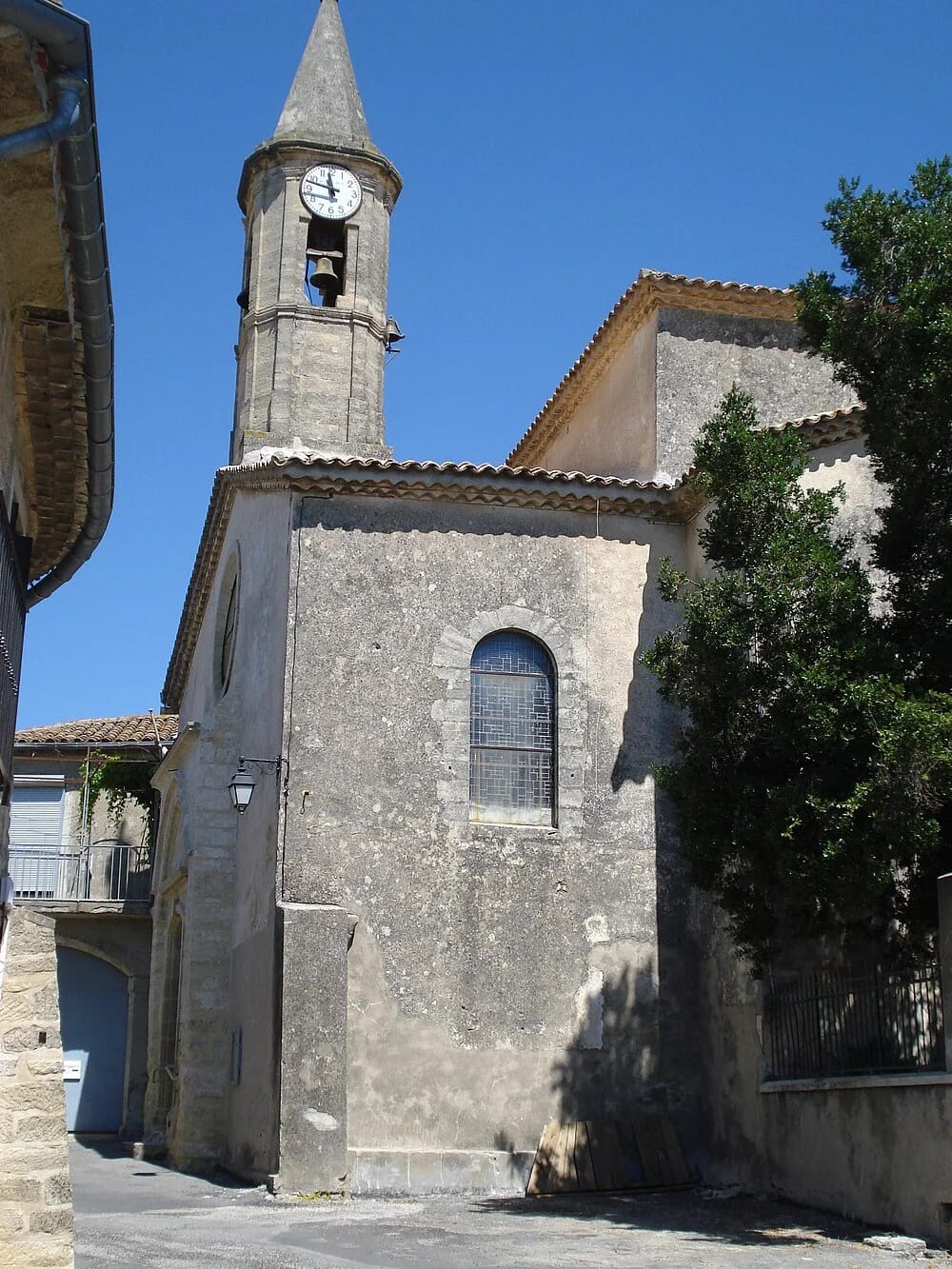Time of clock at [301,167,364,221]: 11:47
